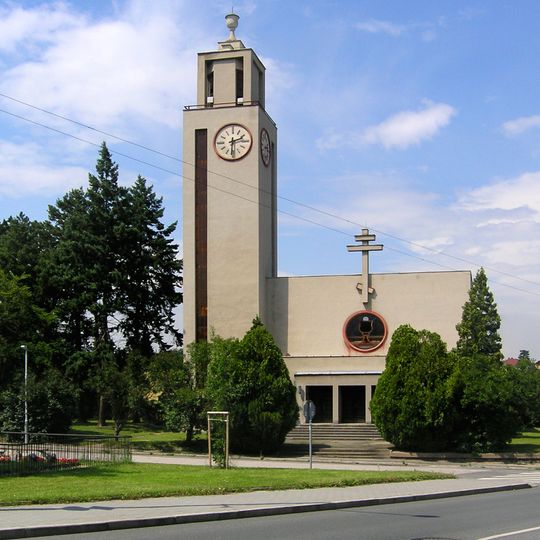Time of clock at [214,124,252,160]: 2:30
